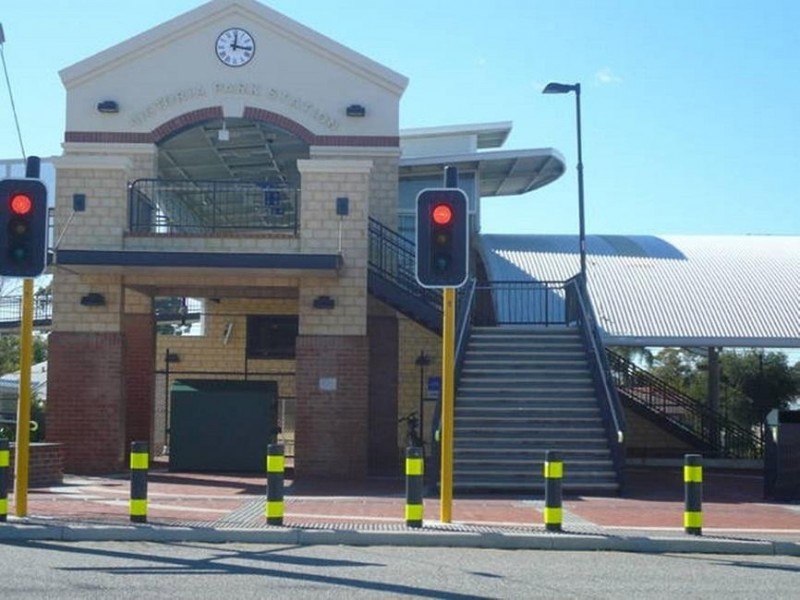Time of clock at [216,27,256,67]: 12:16
